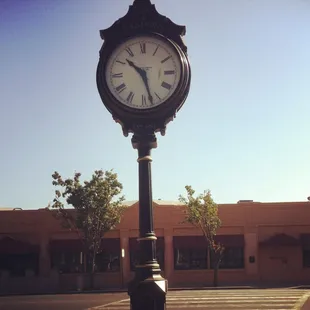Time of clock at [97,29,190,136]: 10:27
